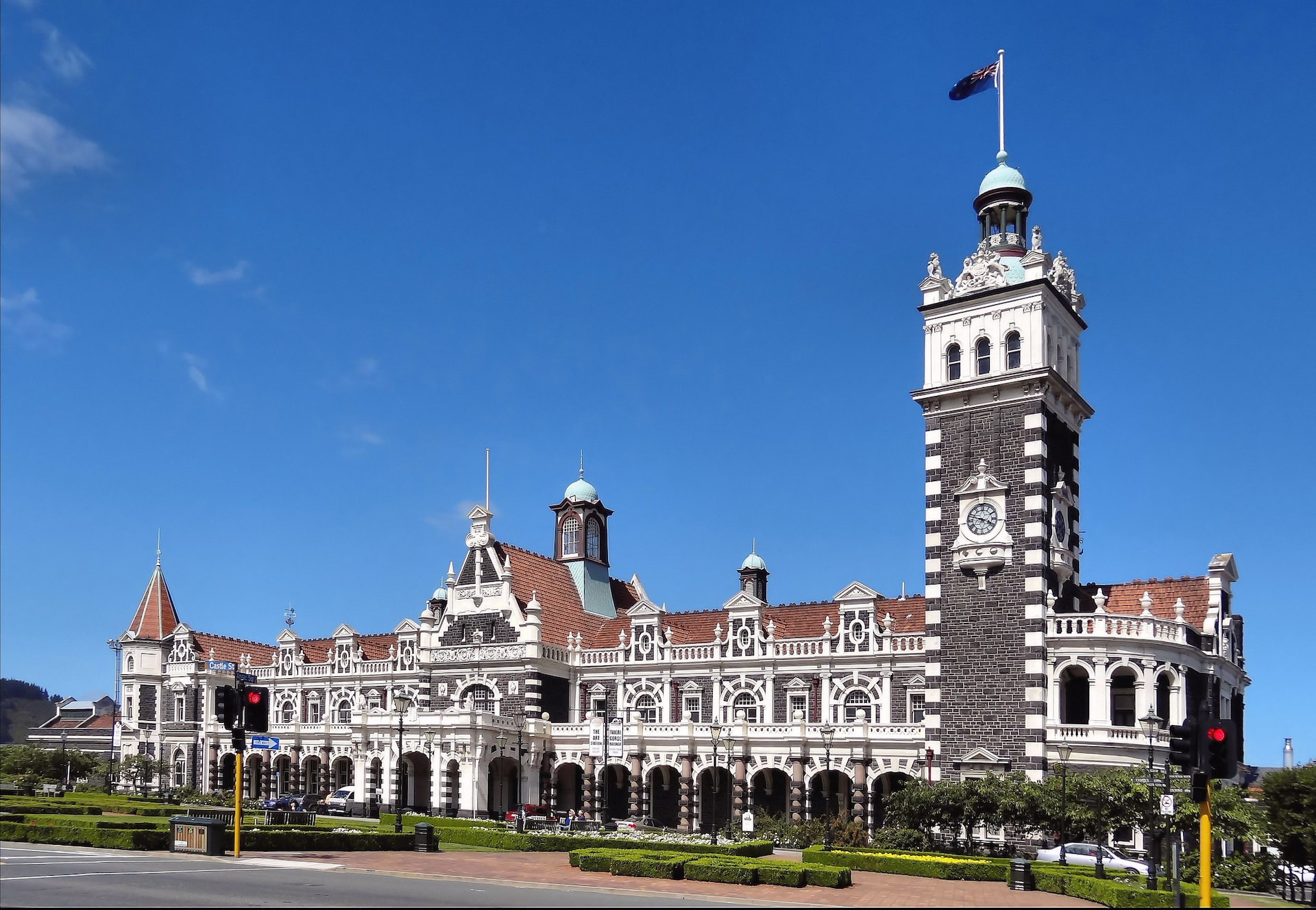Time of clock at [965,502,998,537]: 3:47
